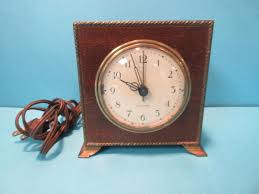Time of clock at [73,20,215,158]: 10:00
